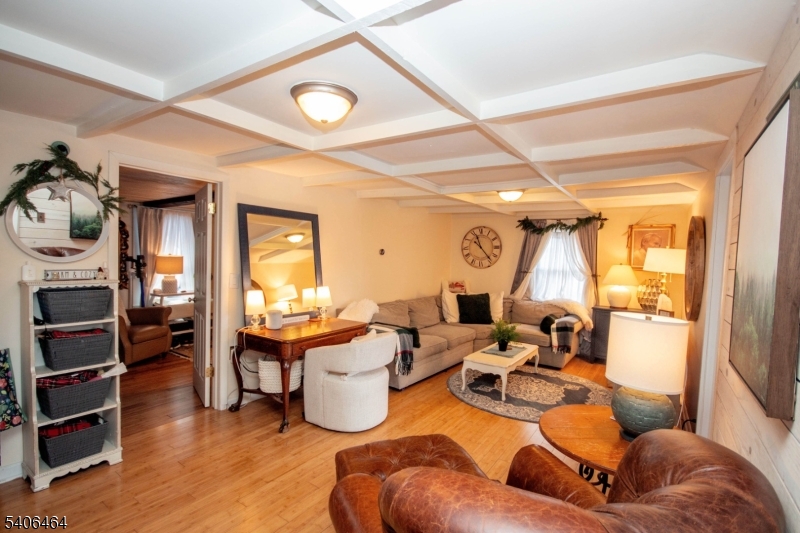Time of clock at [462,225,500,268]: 11:23
